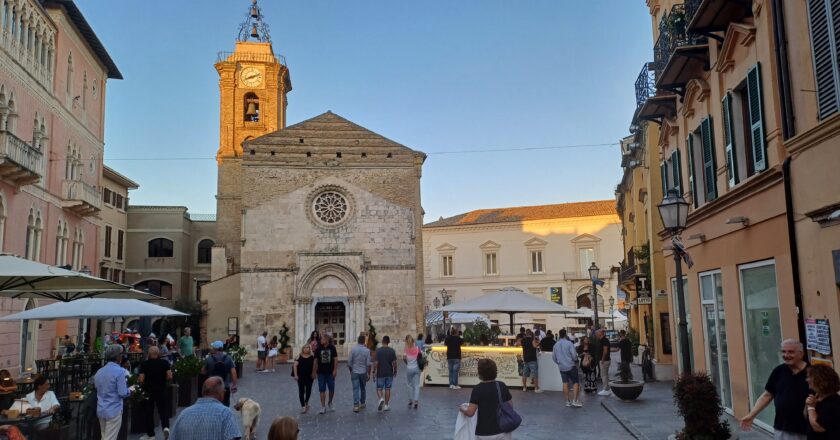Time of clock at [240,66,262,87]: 8:11
